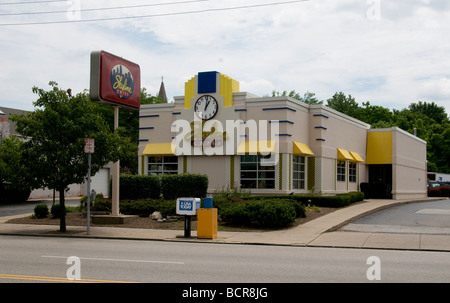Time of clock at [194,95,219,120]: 1:01
